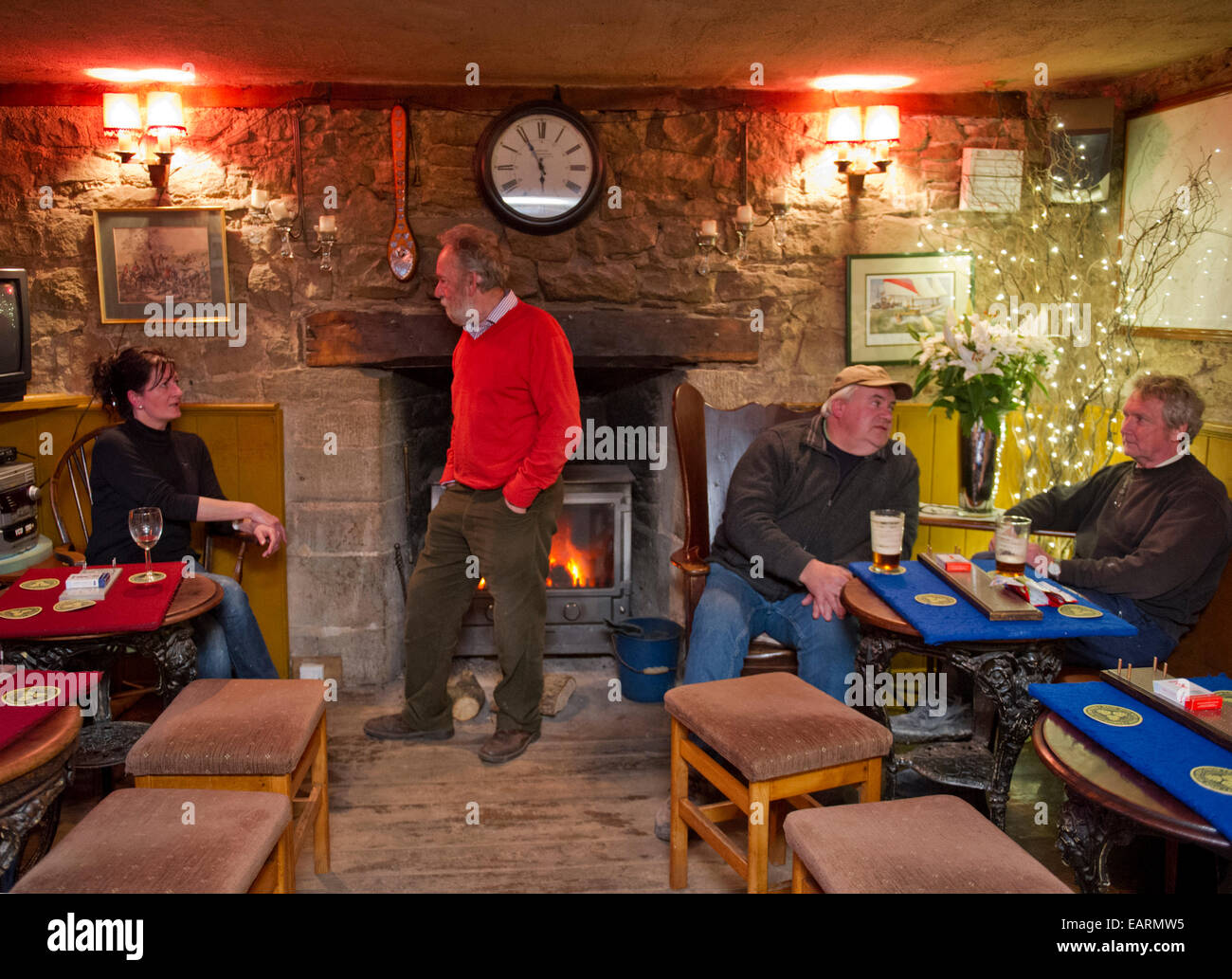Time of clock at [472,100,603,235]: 5:54
